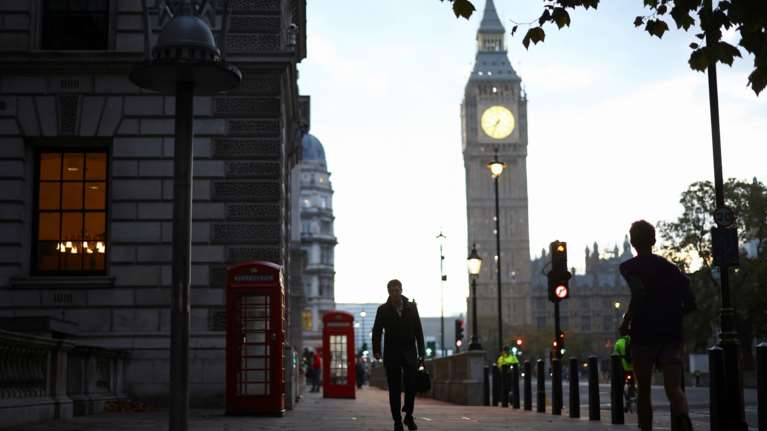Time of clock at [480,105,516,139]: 7:34
